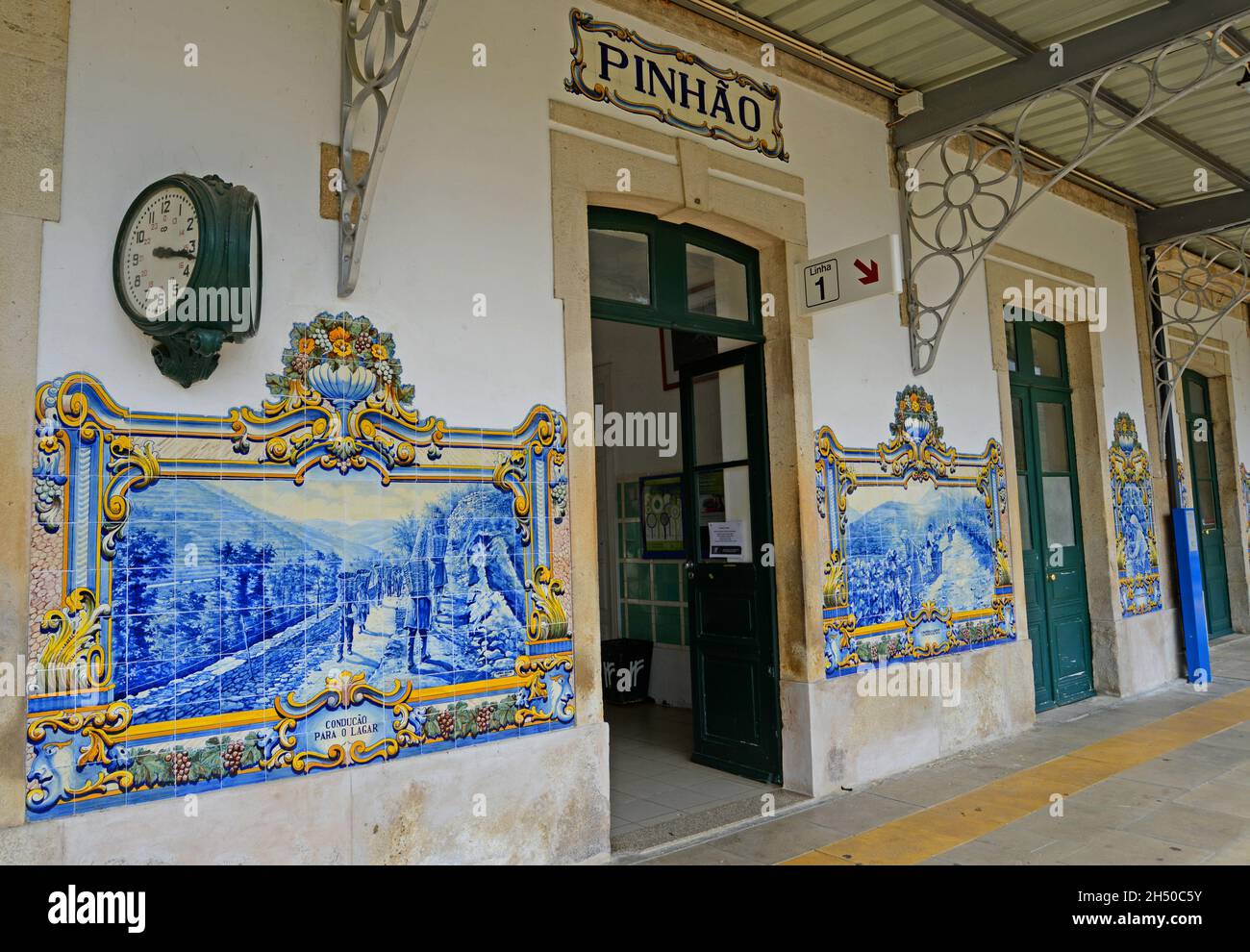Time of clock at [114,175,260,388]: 3:16
